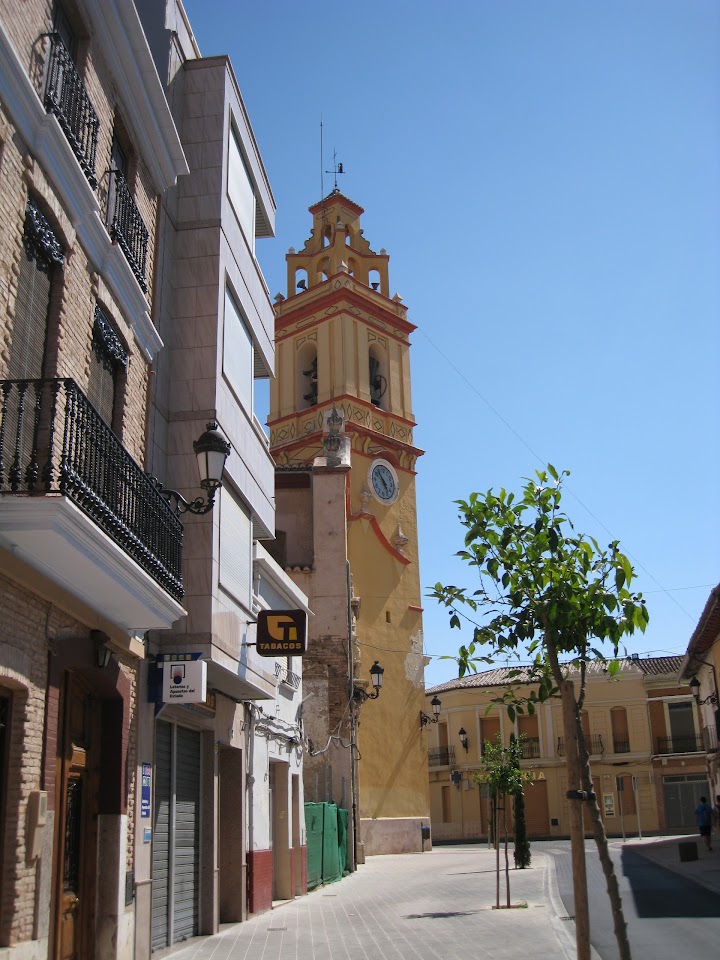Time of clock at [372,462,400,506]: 4:52
